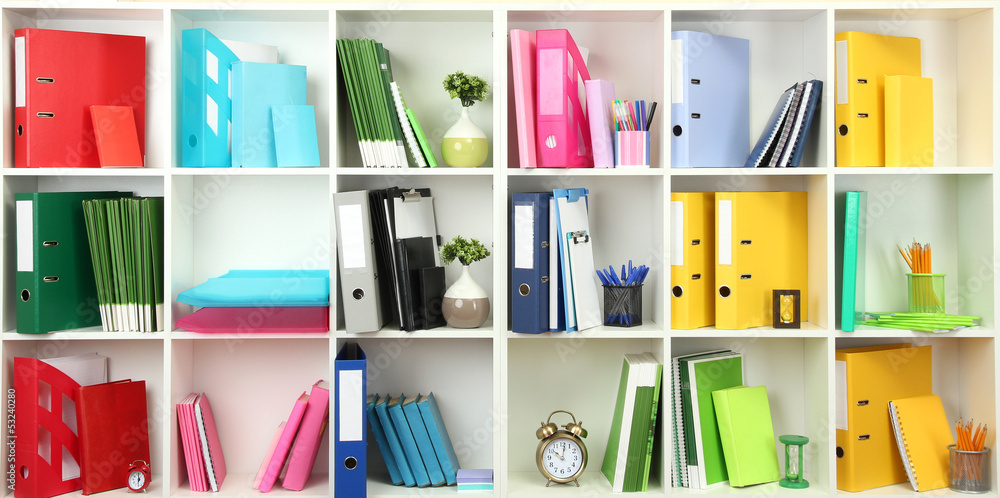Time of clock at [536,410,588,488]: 10:01
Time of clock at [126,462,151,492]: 5:59
